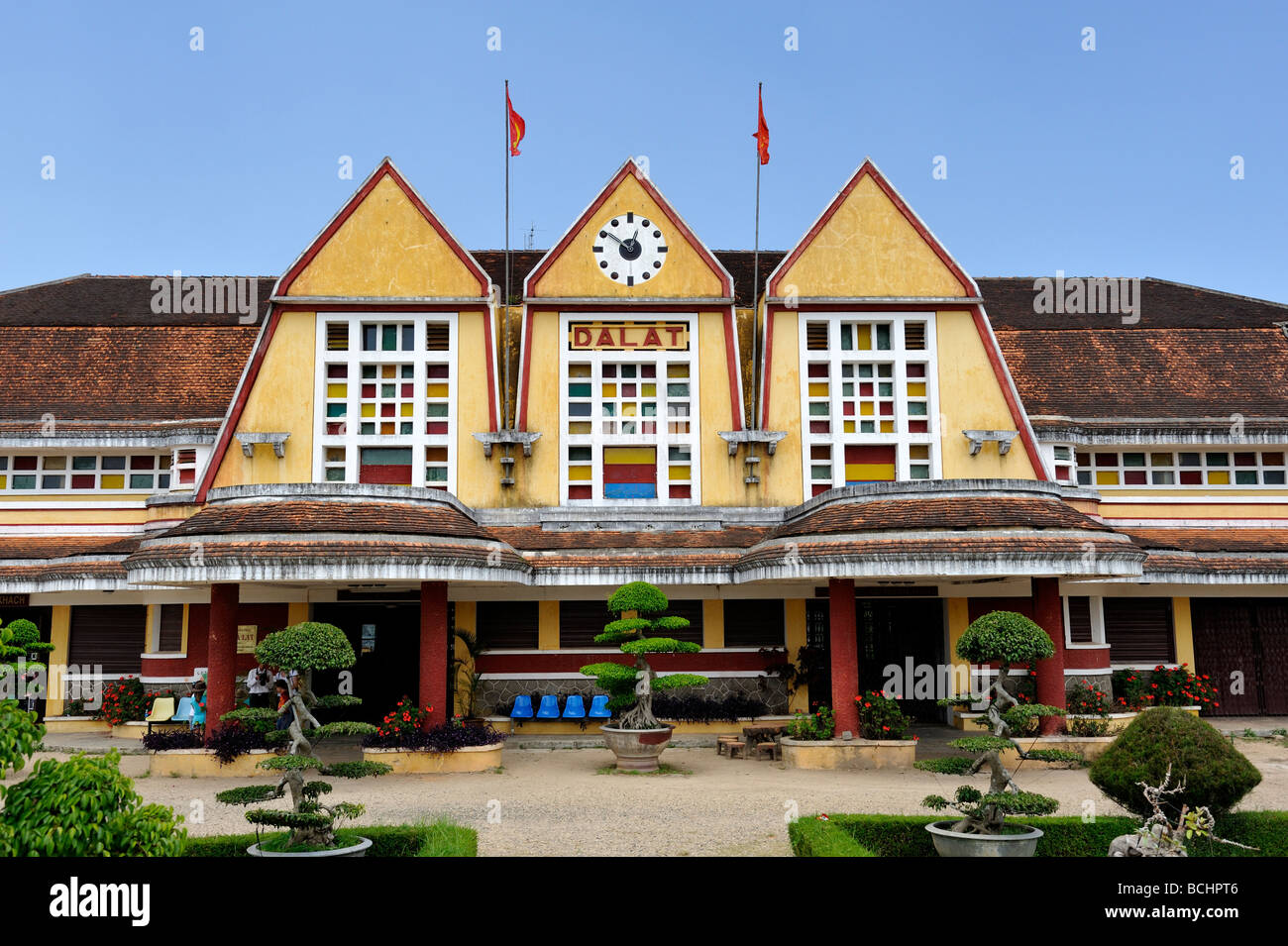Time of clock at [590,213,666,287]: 12:51
